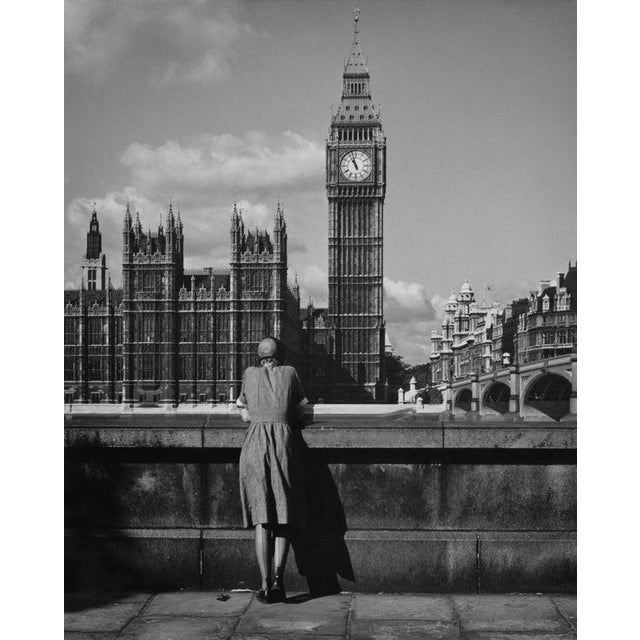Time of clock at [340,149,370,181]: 10:57
